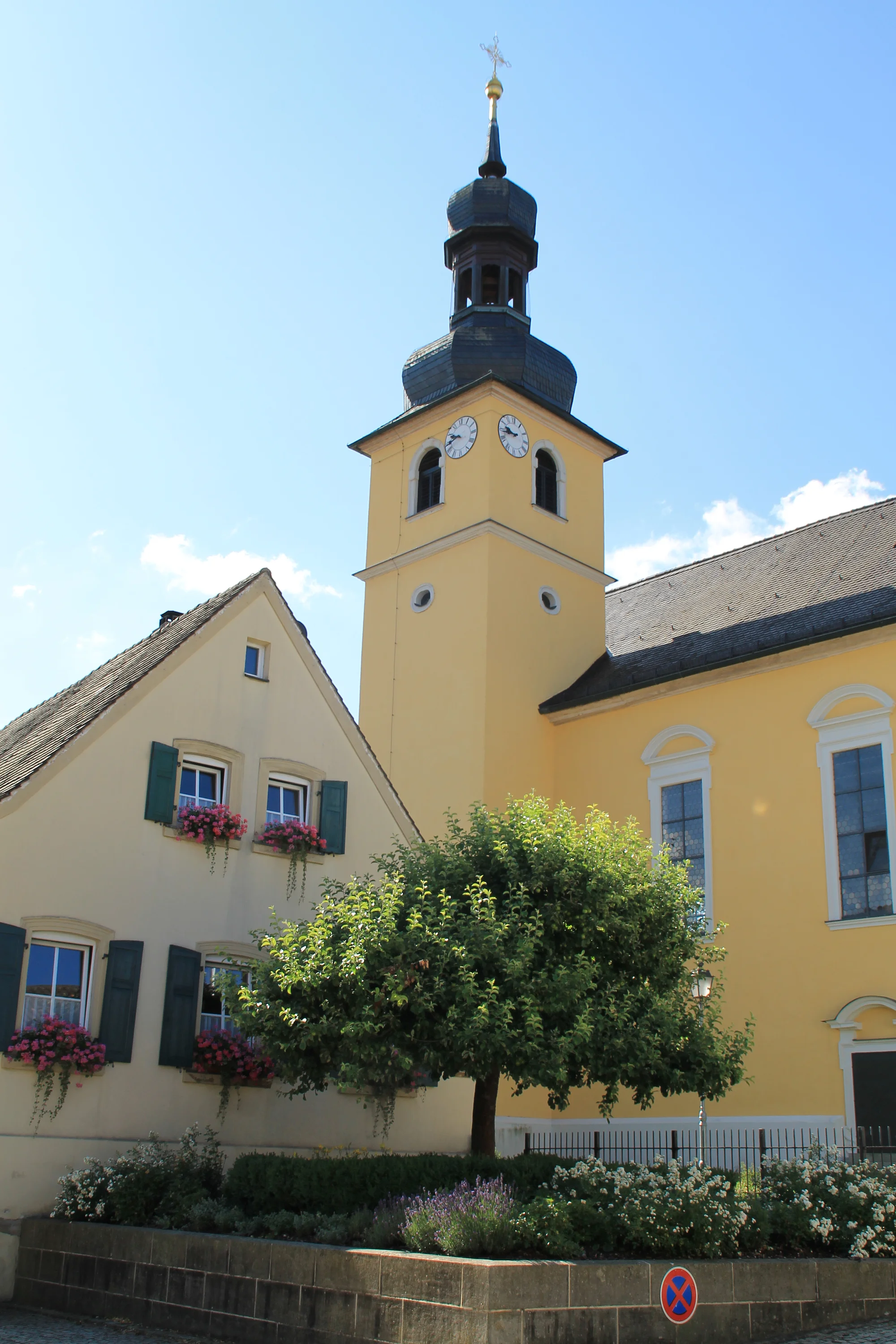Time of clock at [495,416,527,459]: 9:43
